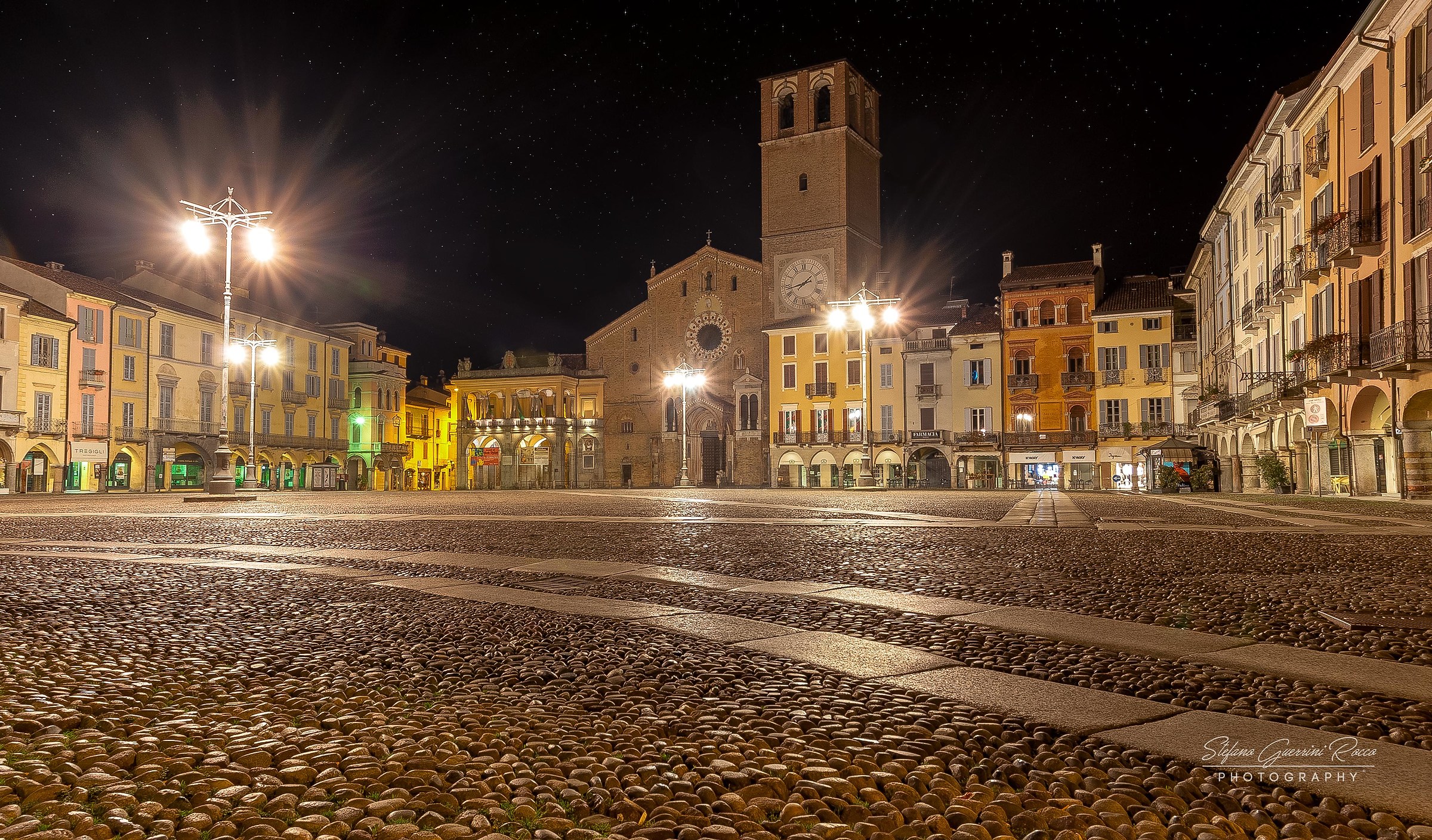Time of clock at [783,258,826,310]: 1:42
